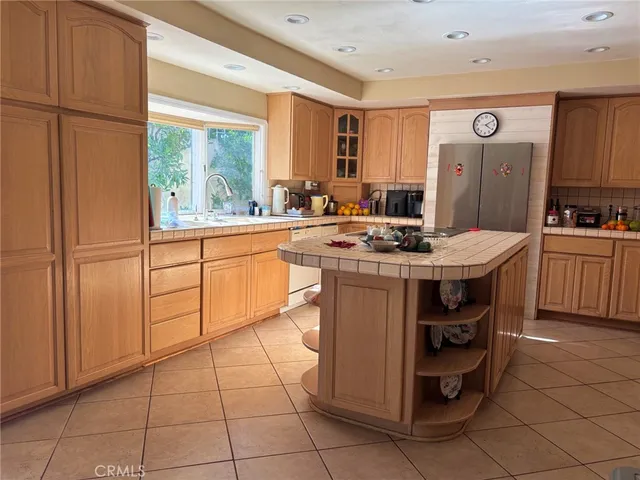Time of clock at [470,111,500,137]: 4:10
